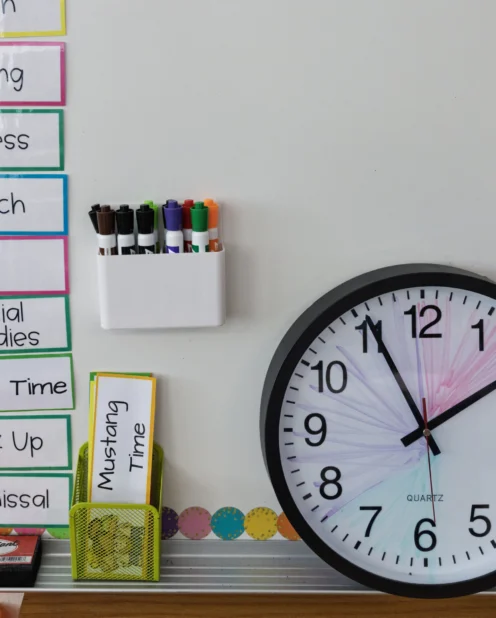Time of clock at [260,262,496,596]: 1:55
